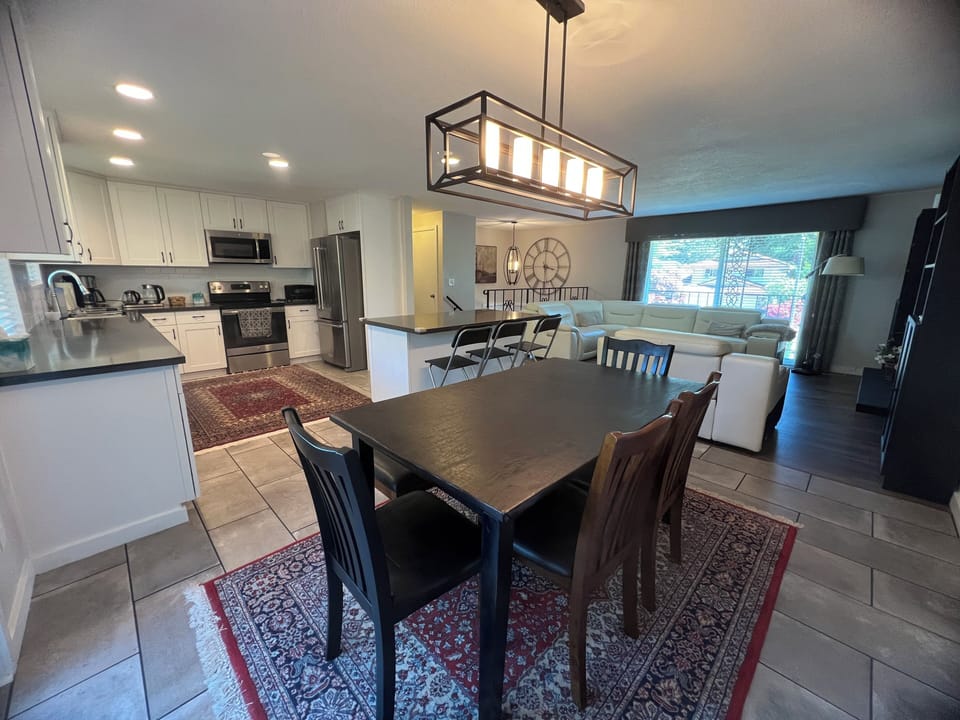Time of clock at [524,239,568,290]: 3:29
